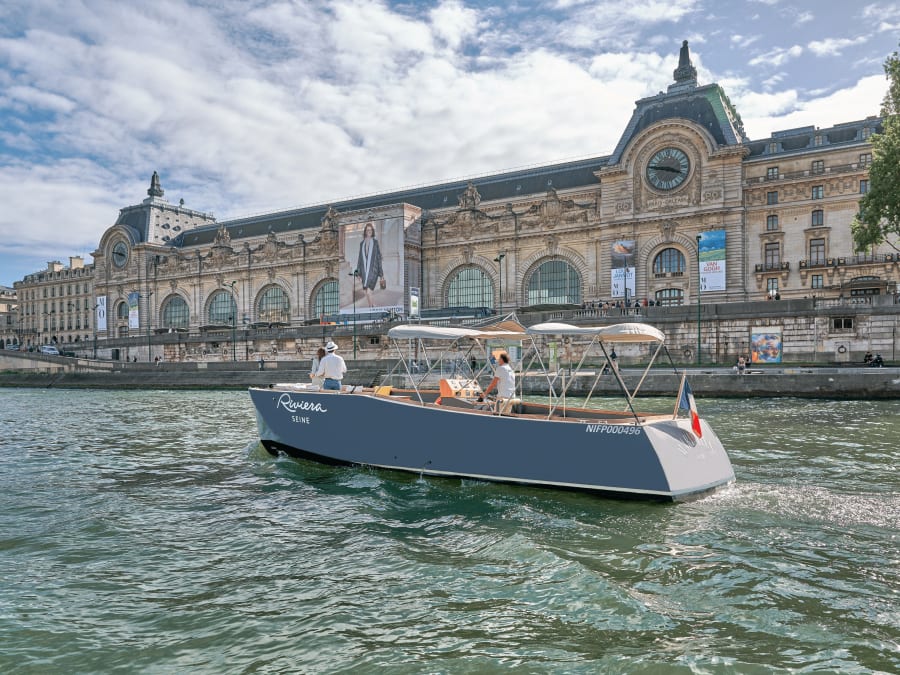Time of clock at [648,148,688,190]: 3:46
